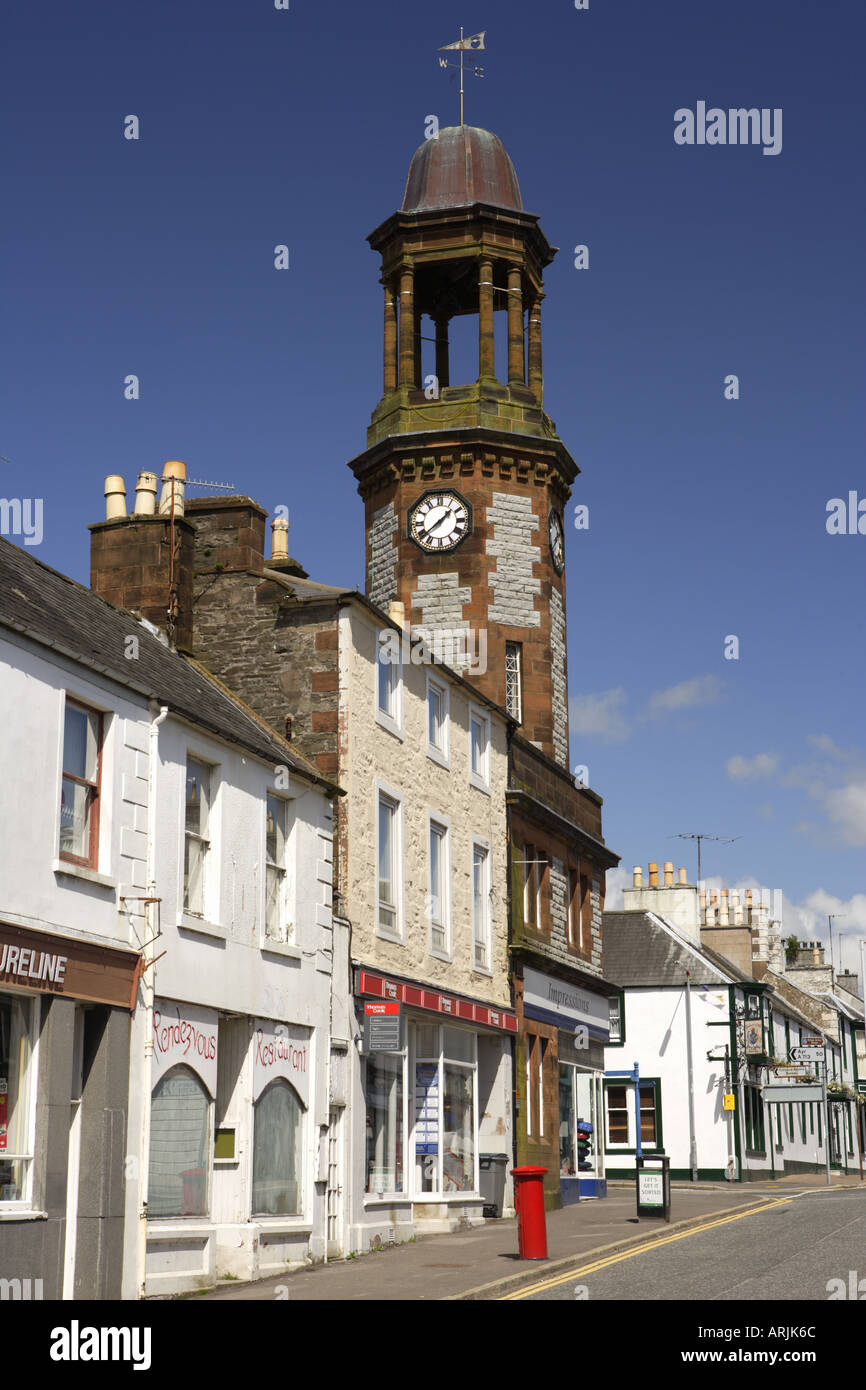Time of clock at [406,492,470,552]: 1:38
